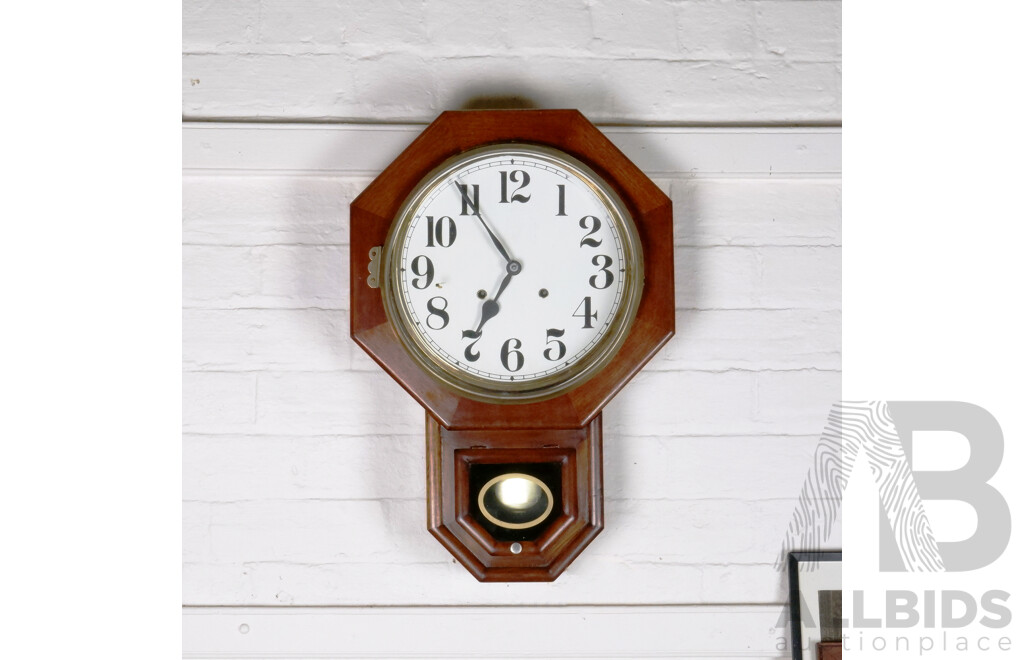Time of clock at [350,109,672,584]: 6:54
